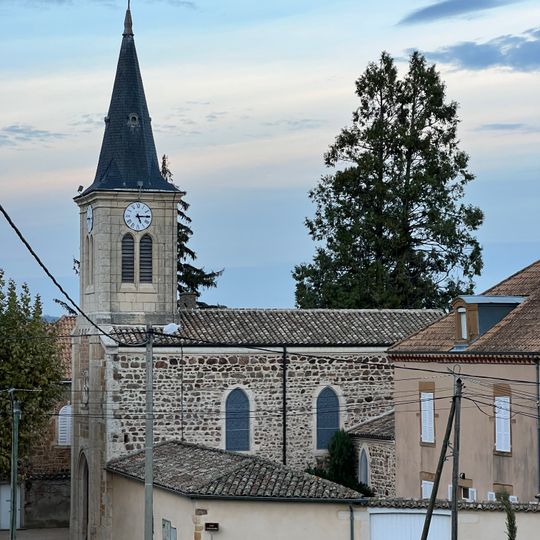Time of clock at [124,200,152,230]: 5:14
